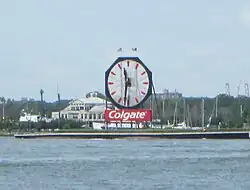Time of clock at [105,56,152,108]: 11:31
